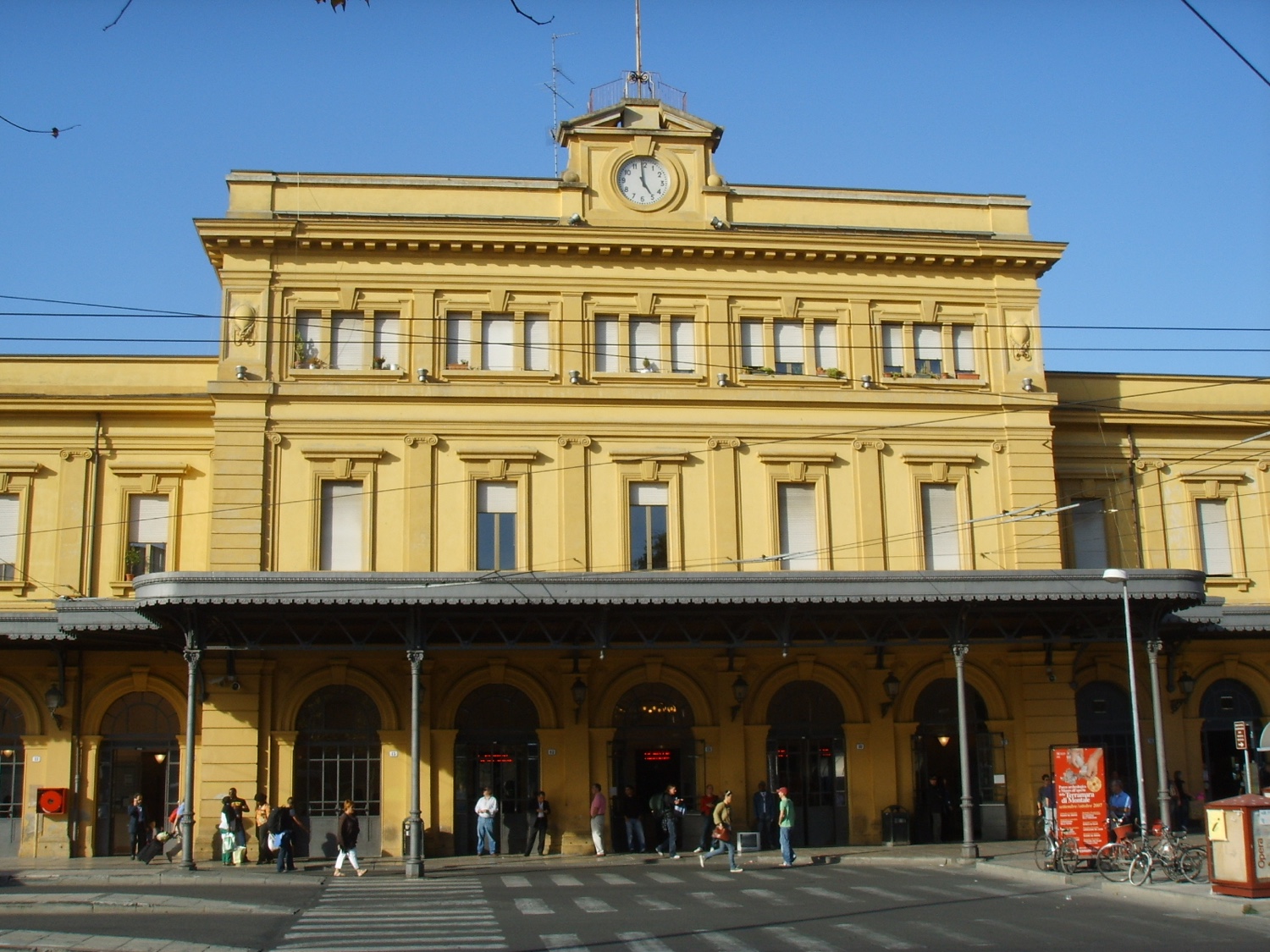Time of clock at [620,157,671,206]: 4:58
